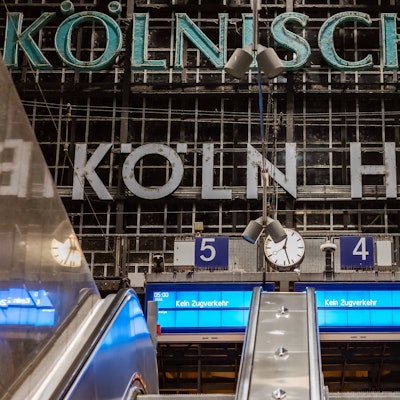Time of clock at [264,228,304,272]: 12:27
